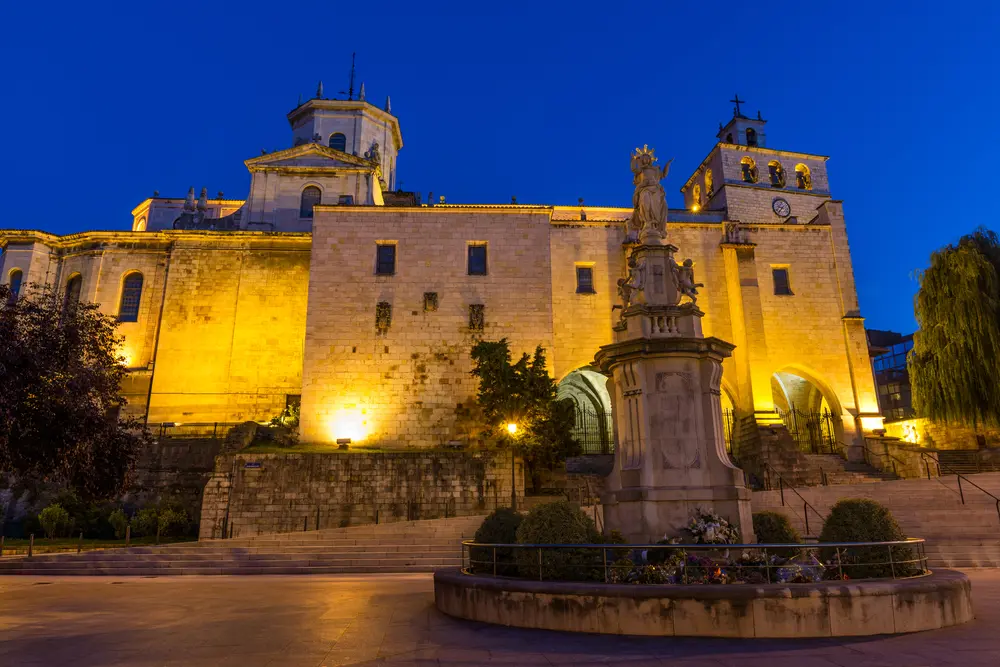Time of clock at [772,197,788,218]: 9:36
